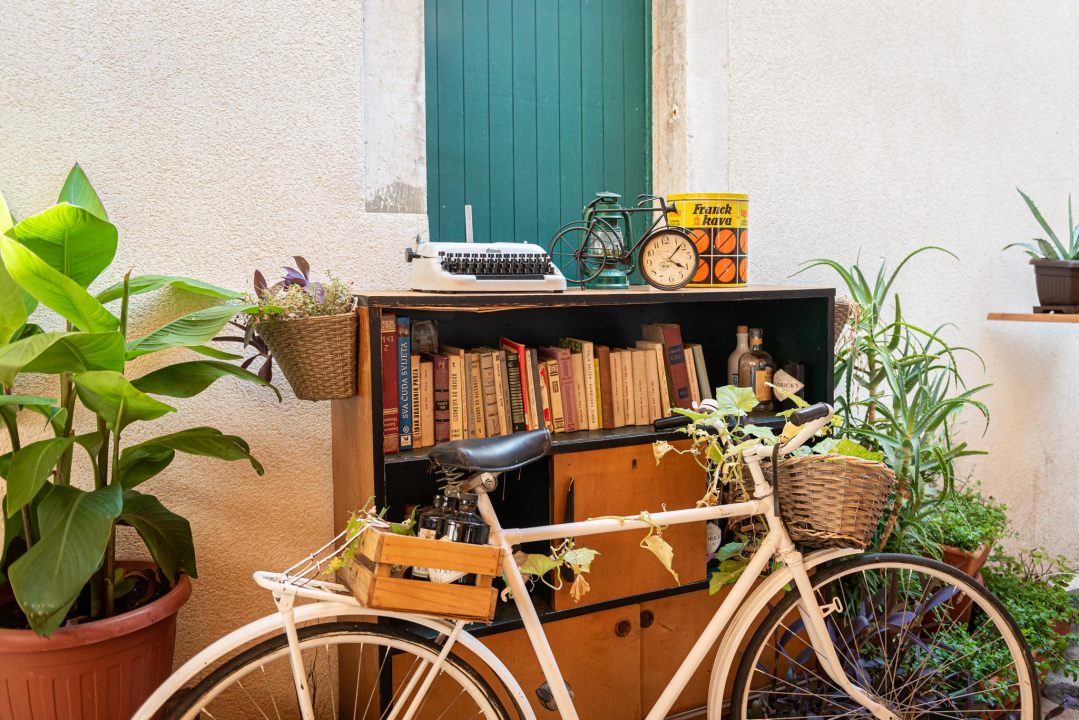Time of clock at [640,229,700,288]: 4:07
